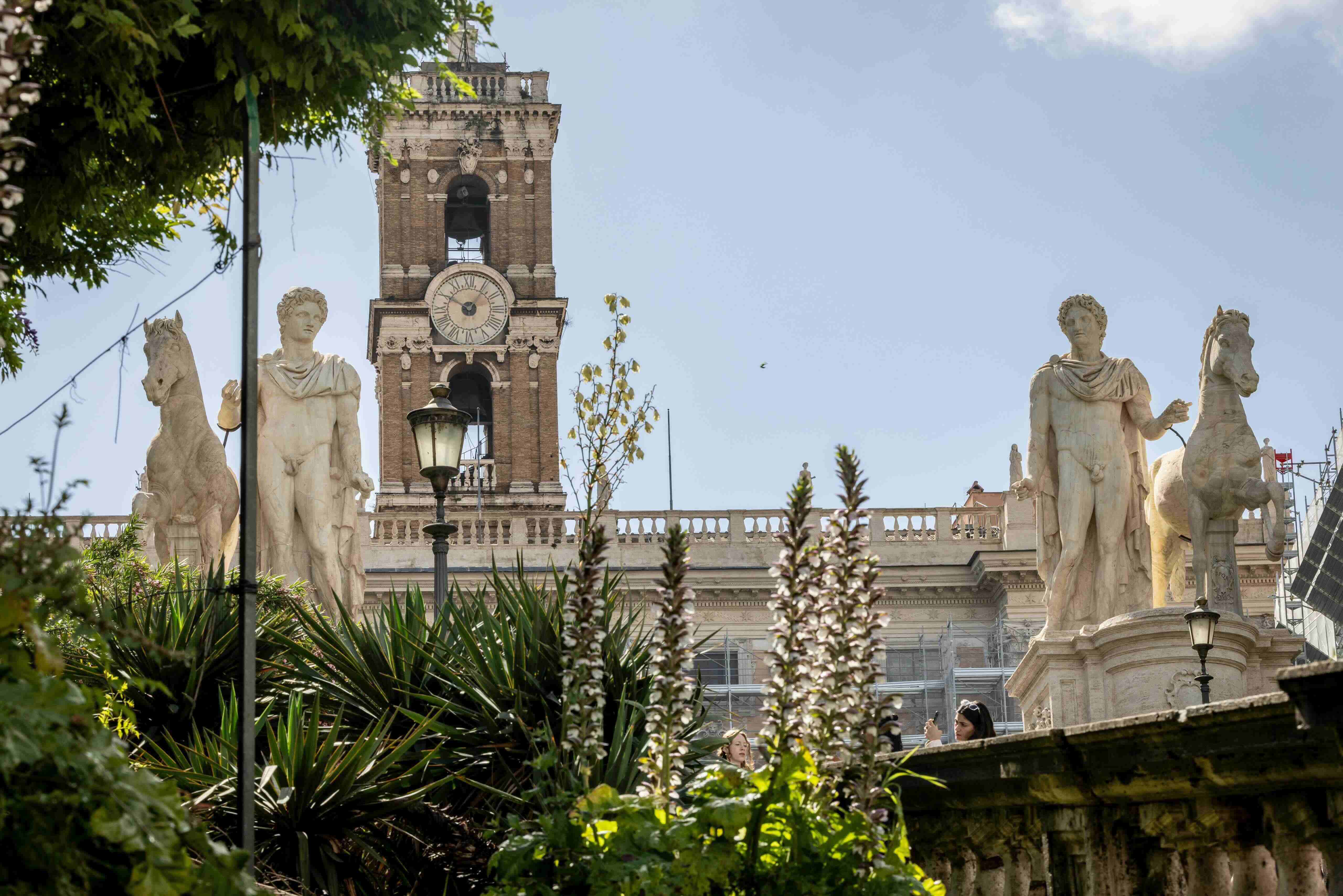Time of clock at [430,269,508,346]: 10:05
